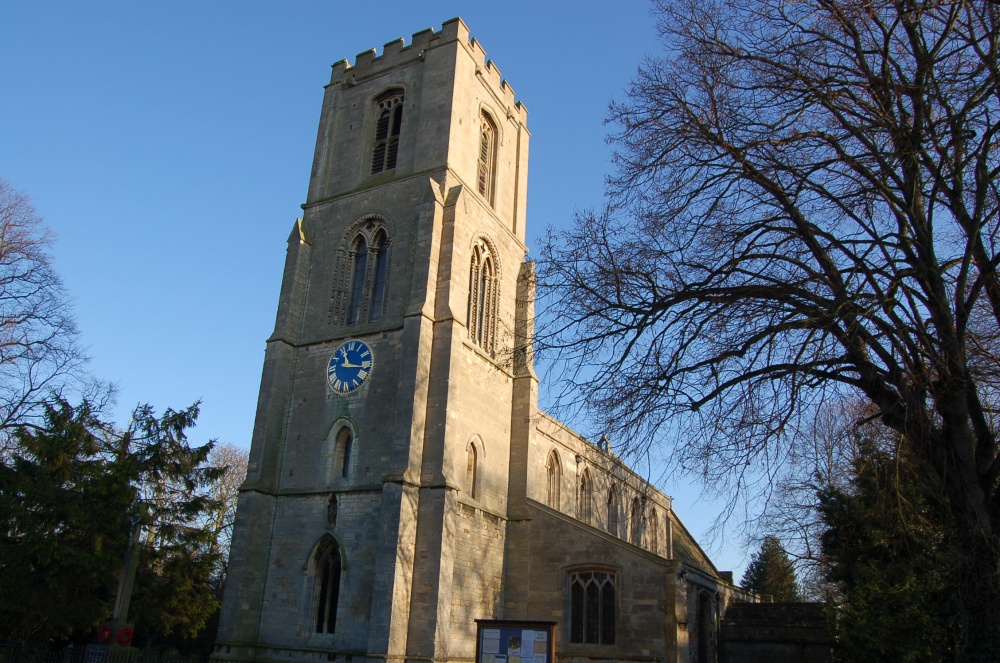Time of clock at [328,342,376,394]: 11:16
